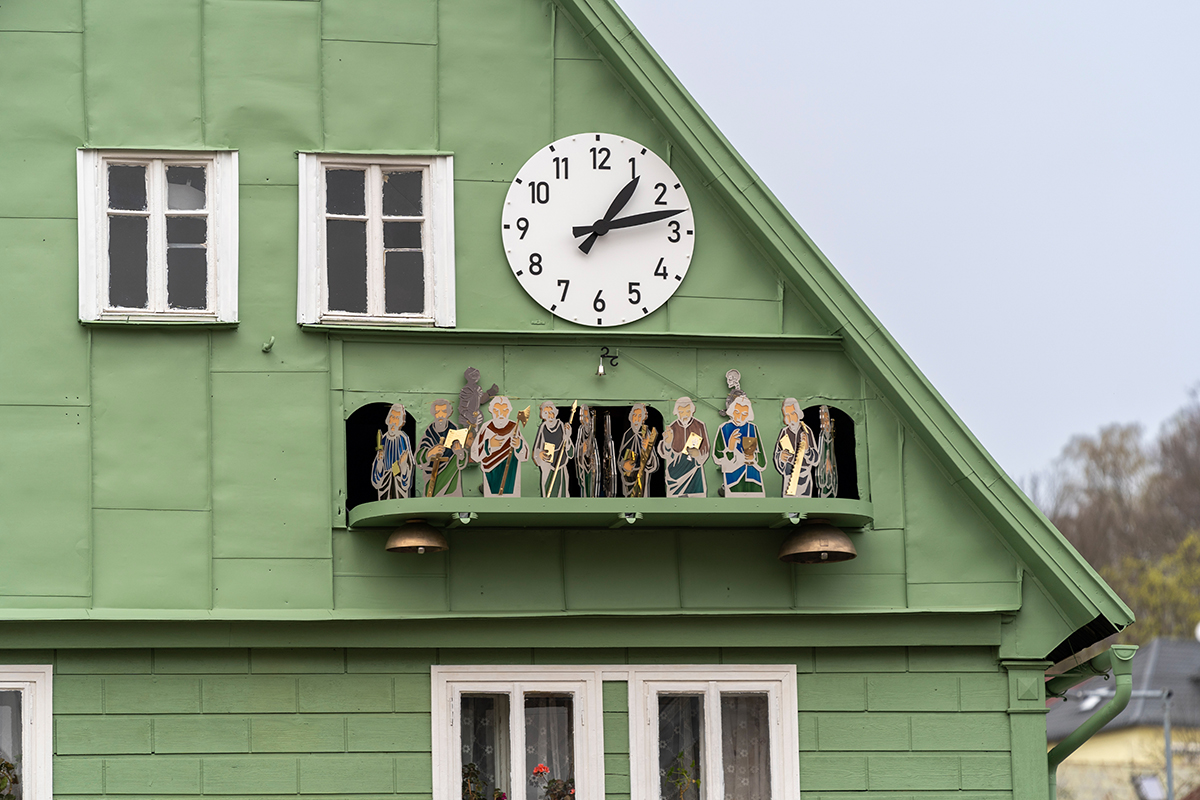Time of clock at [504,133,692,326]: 1:12
